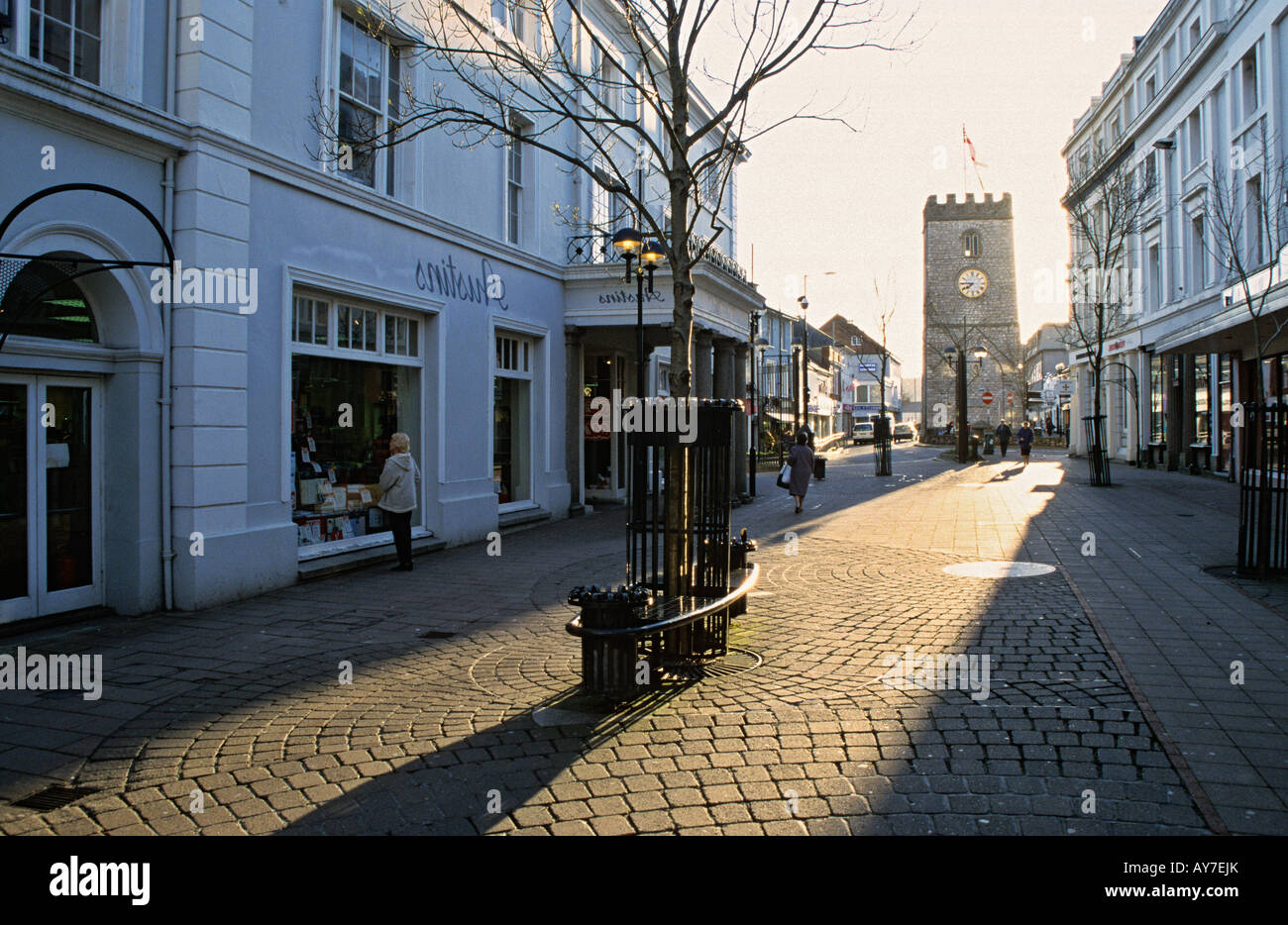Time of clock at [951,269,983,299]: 7:44
